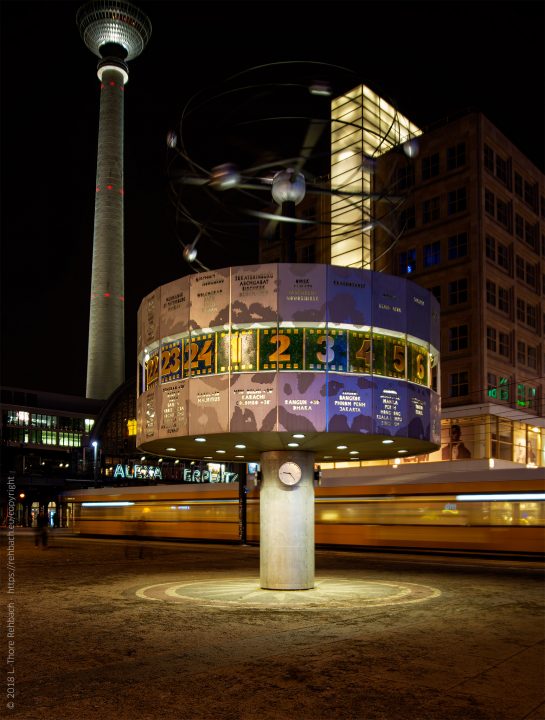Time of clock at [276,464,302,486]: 9:23
